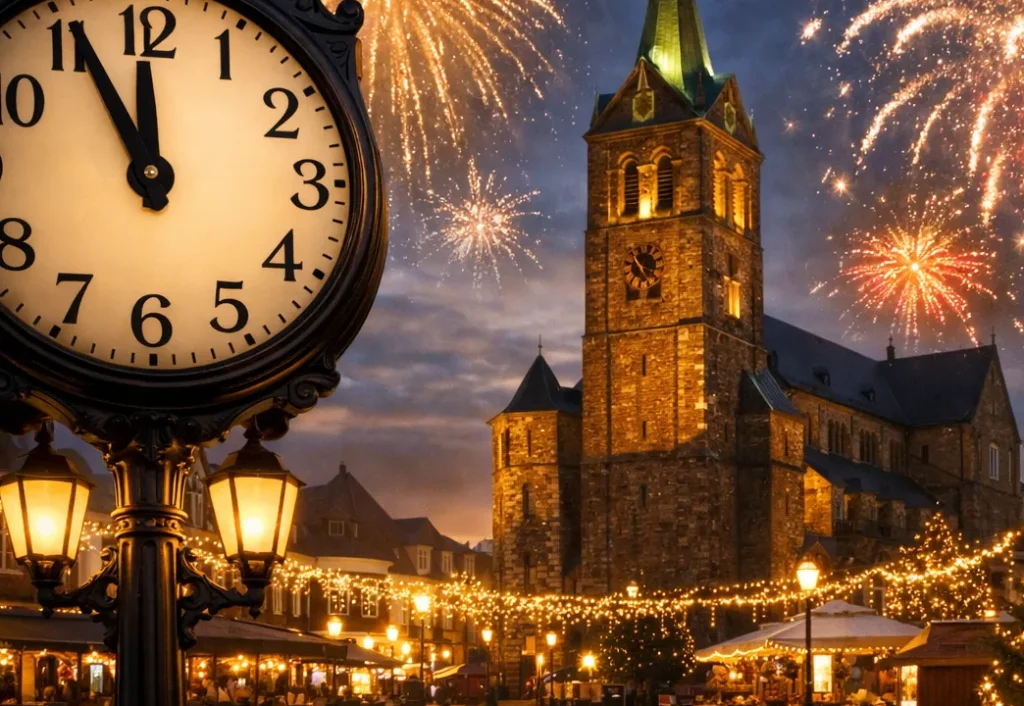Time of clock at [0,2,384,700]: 11:55
